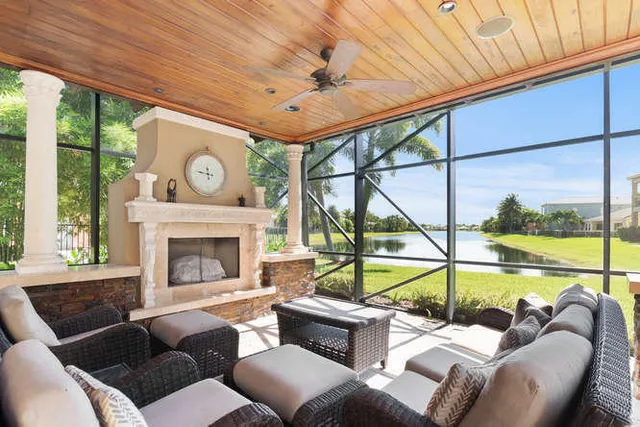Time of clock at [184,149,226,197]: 11:46
